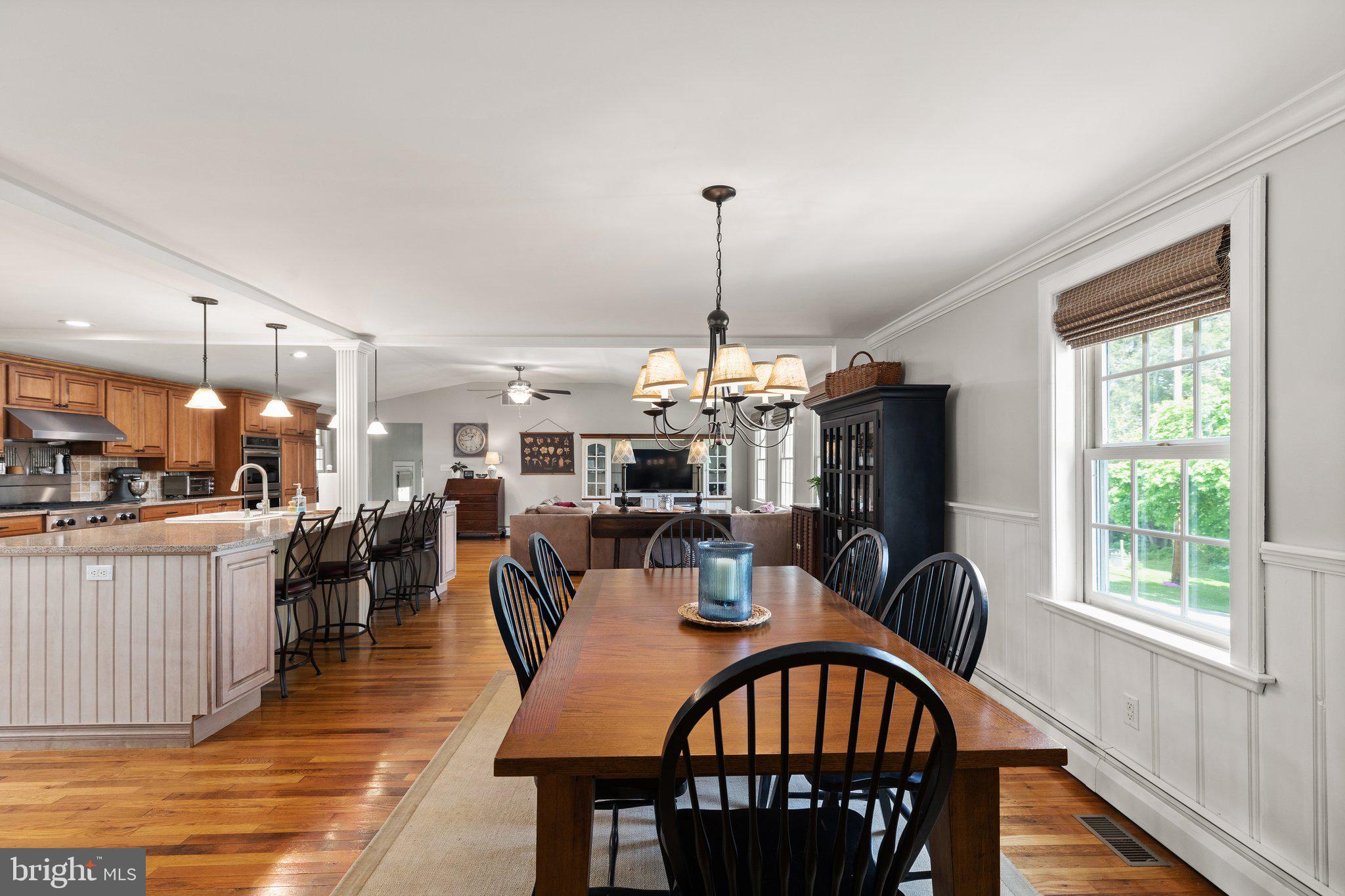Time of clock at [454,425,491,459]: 12:43
